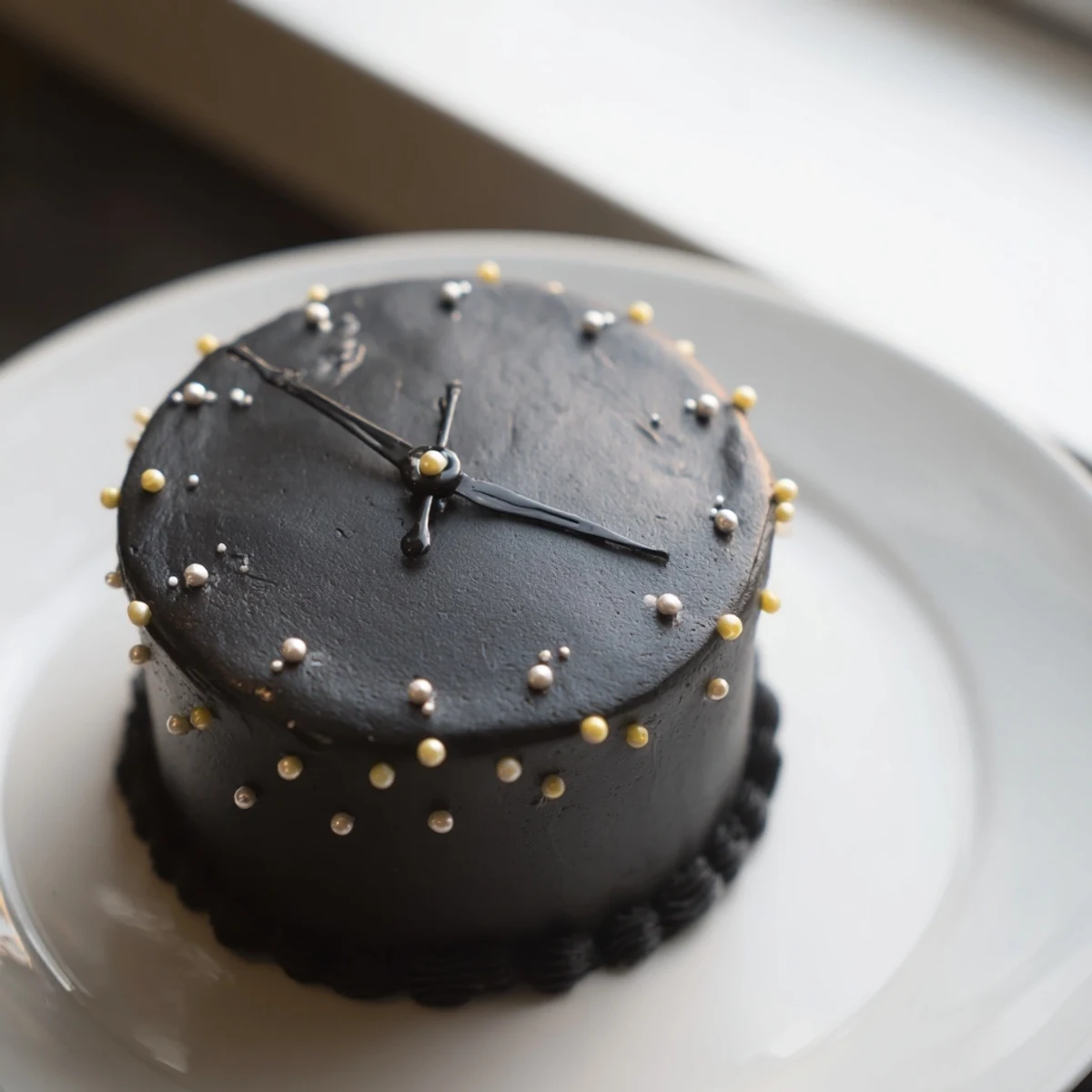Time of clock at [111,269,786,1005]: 10:17
